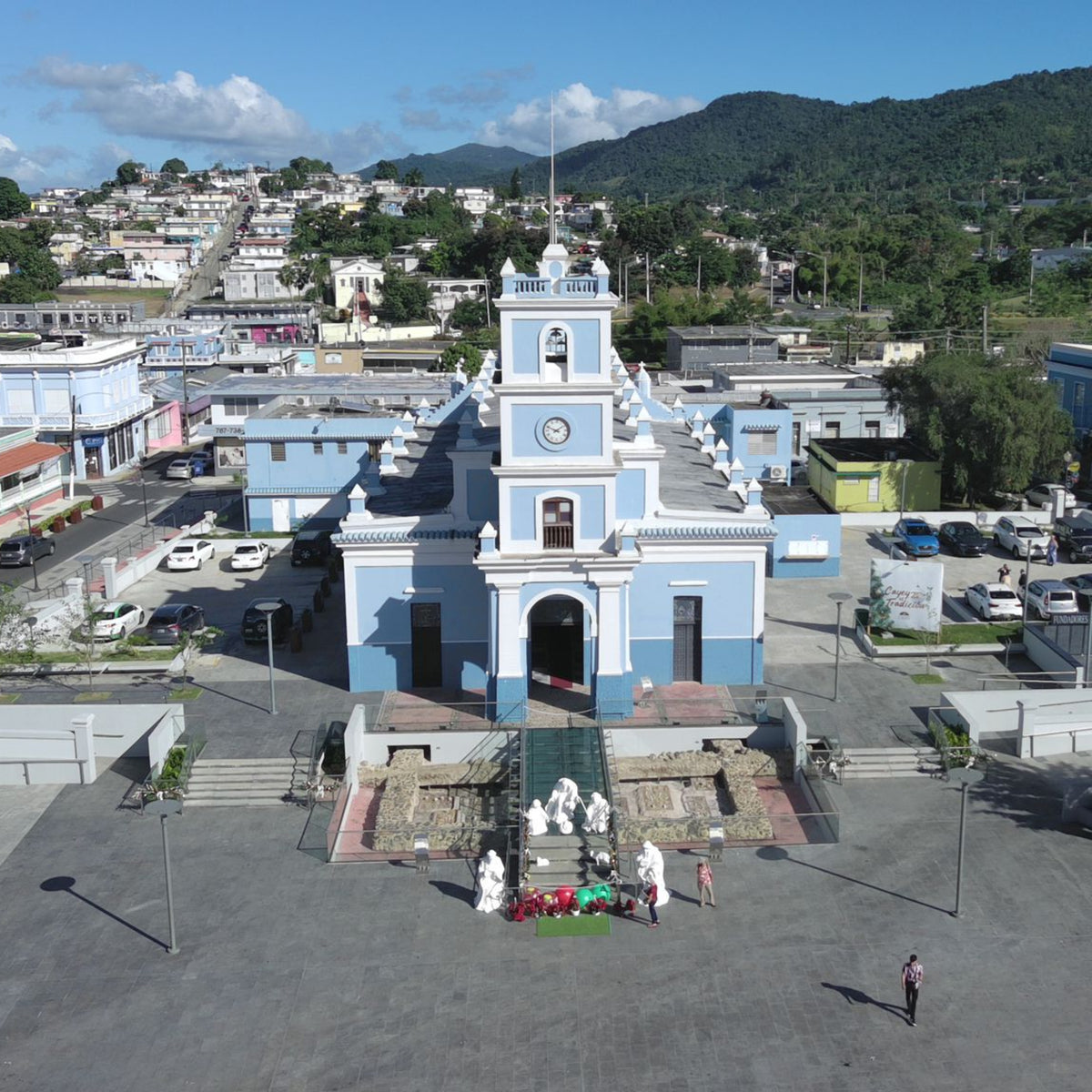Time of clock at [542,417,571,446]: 1:48
